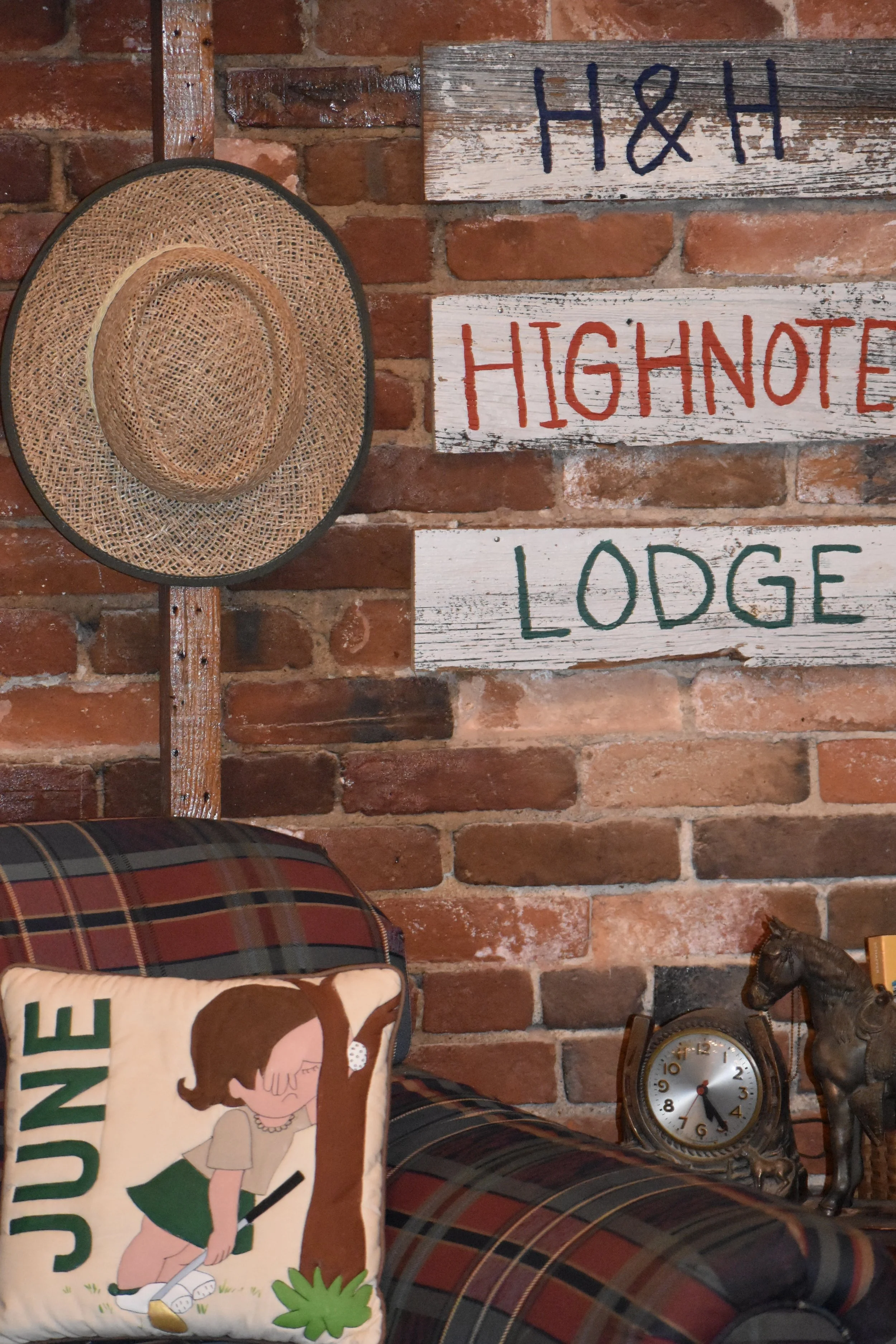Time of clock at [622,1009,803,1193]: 5:24
